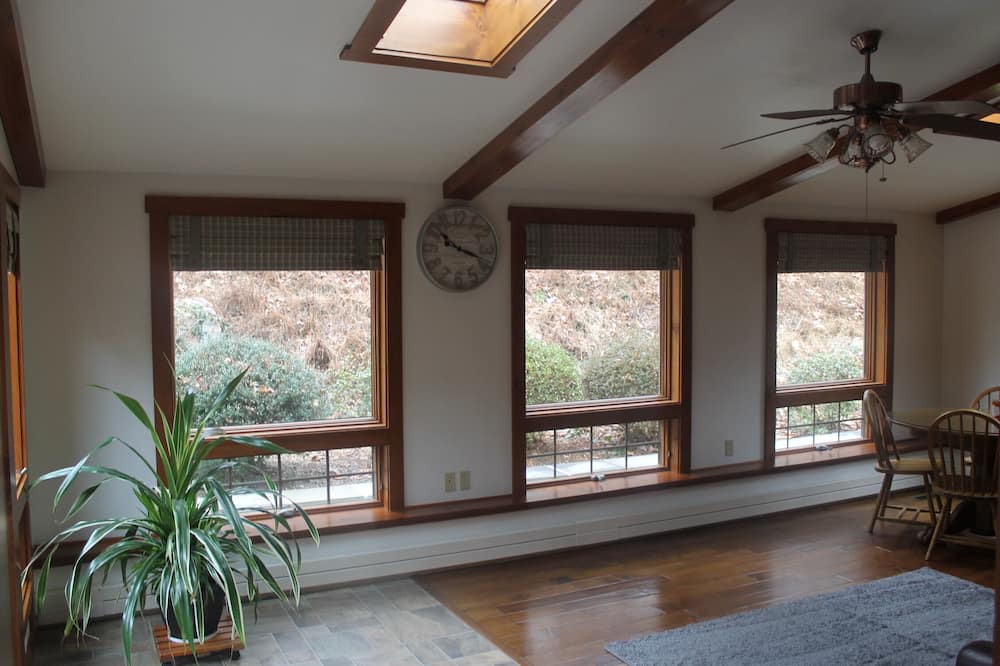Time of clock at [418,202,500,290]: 10:18
